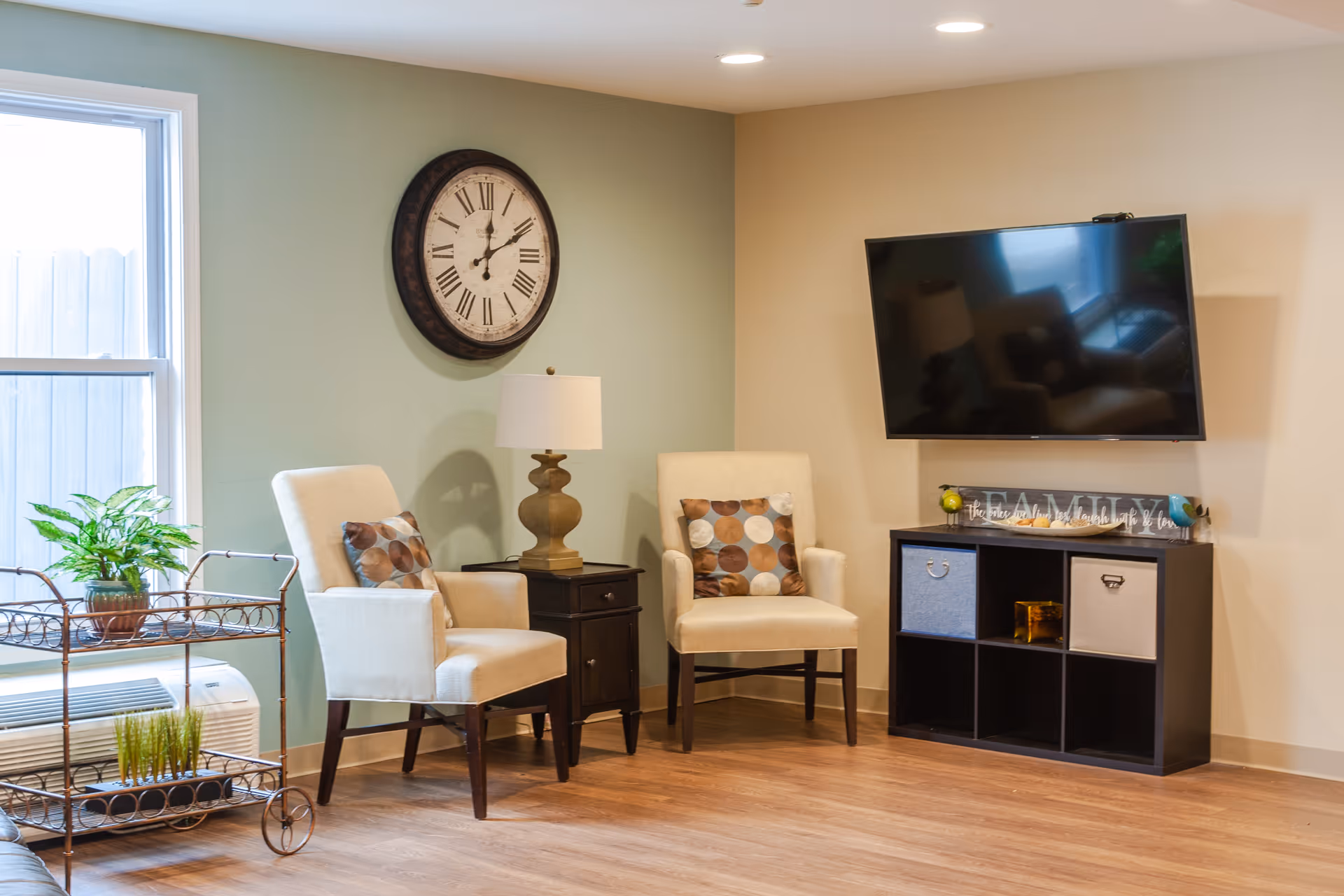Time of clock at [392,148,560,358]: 12:10
